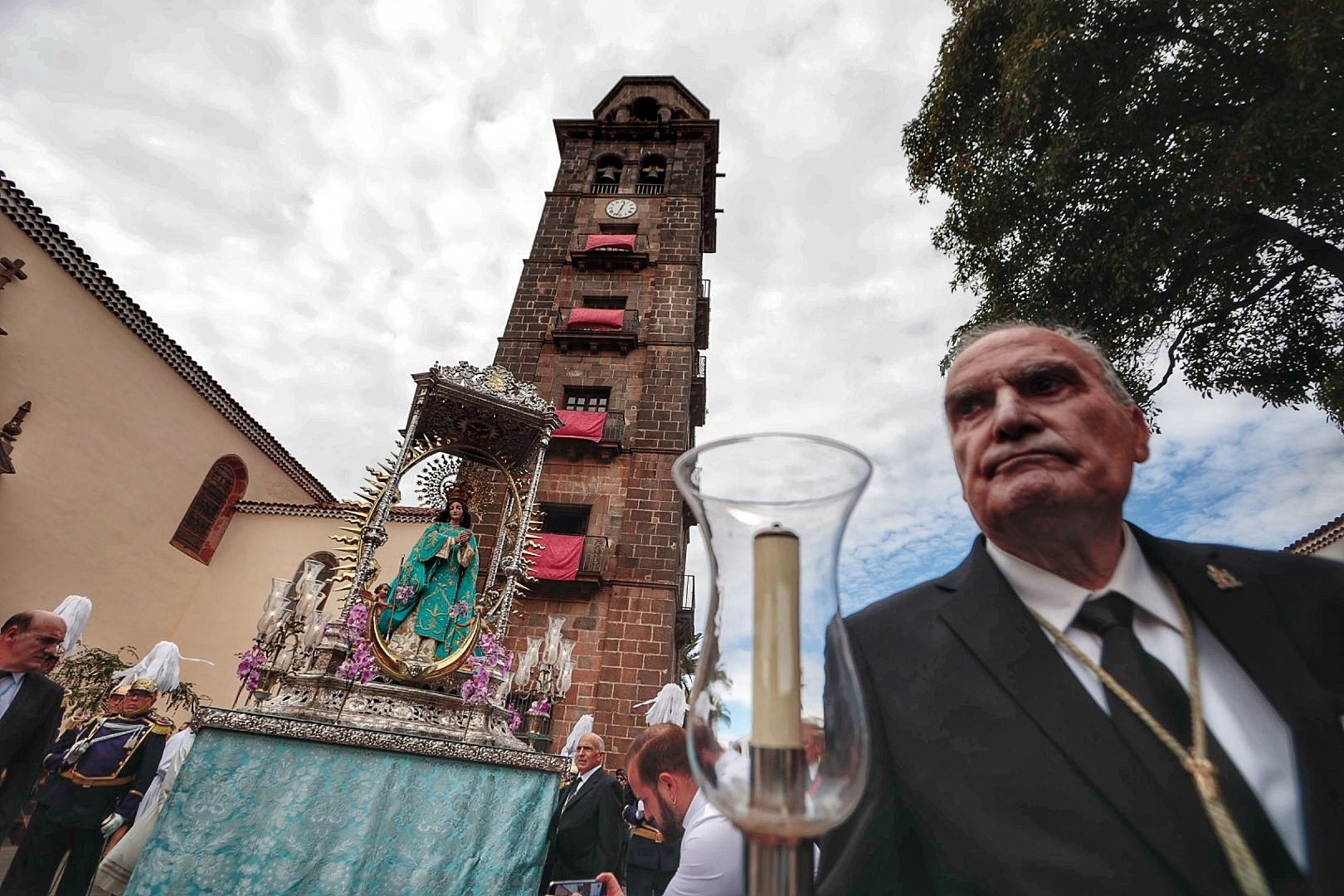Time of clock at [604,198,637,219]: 12:32
